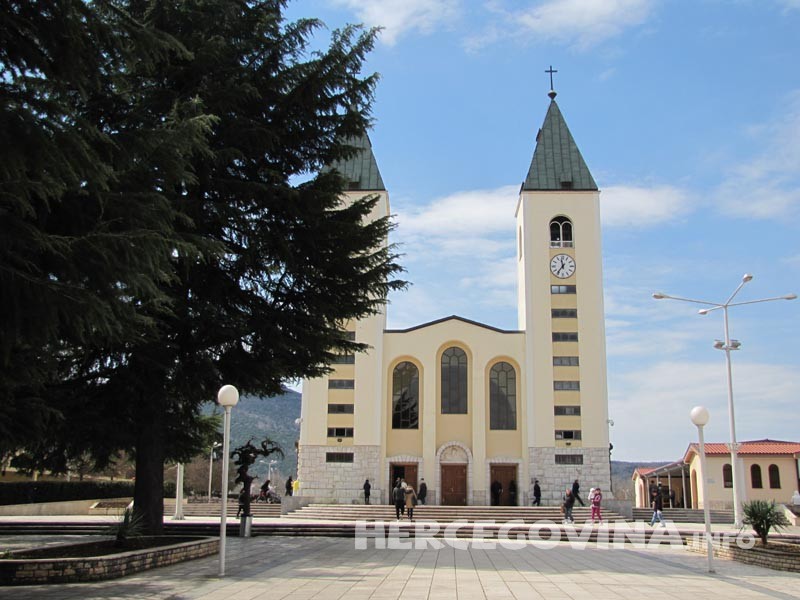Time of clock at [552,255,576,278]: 11:36
